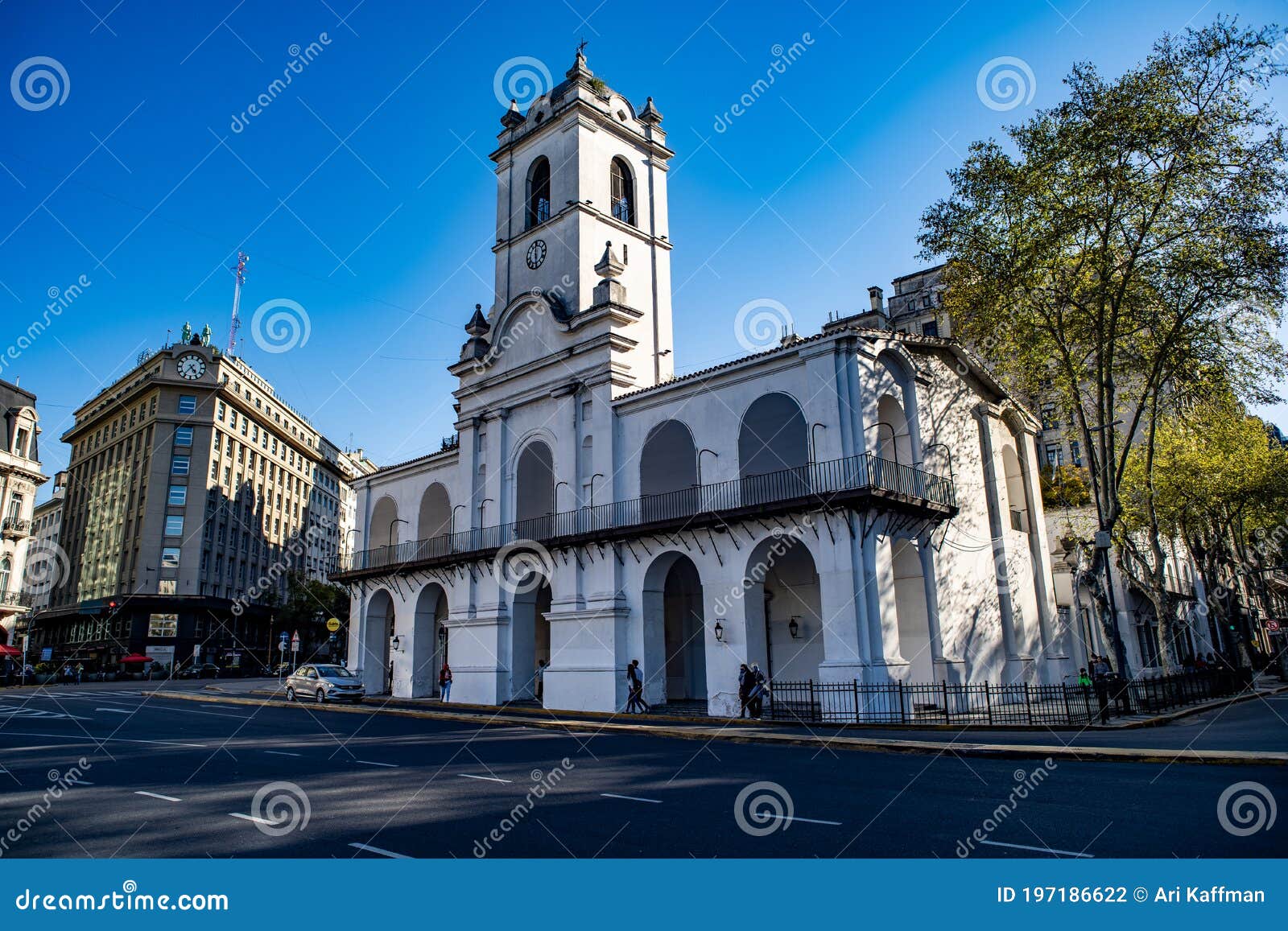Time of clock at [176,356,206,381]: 4:36
